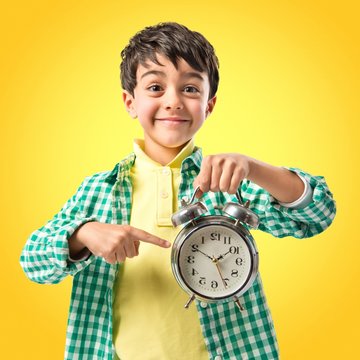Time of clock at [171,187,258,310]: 1:49
